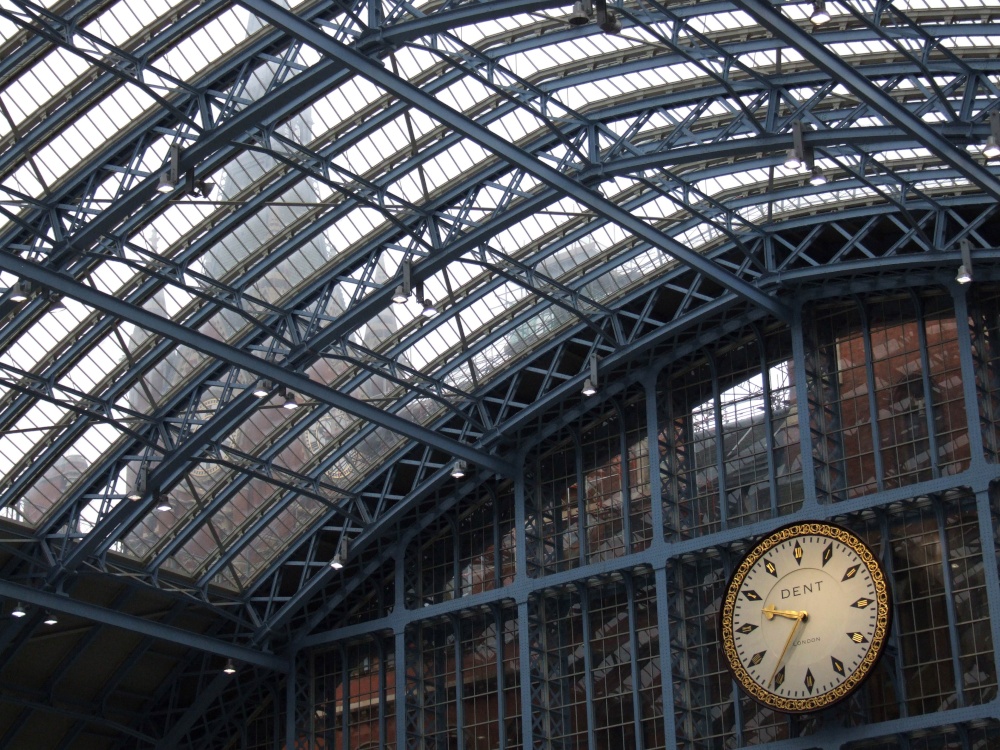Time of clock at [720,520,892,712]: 9:35
